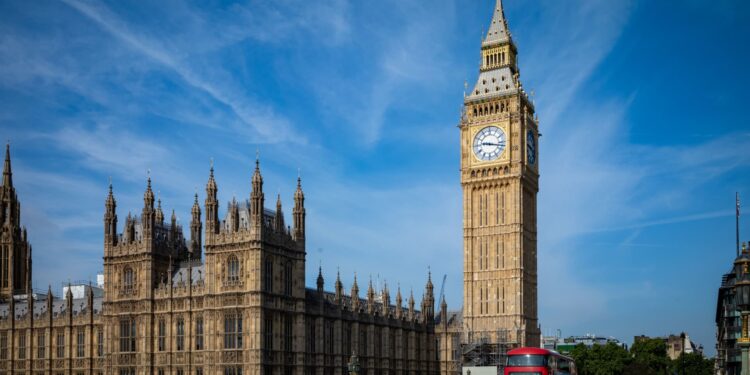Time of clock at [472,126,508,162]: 9:17
